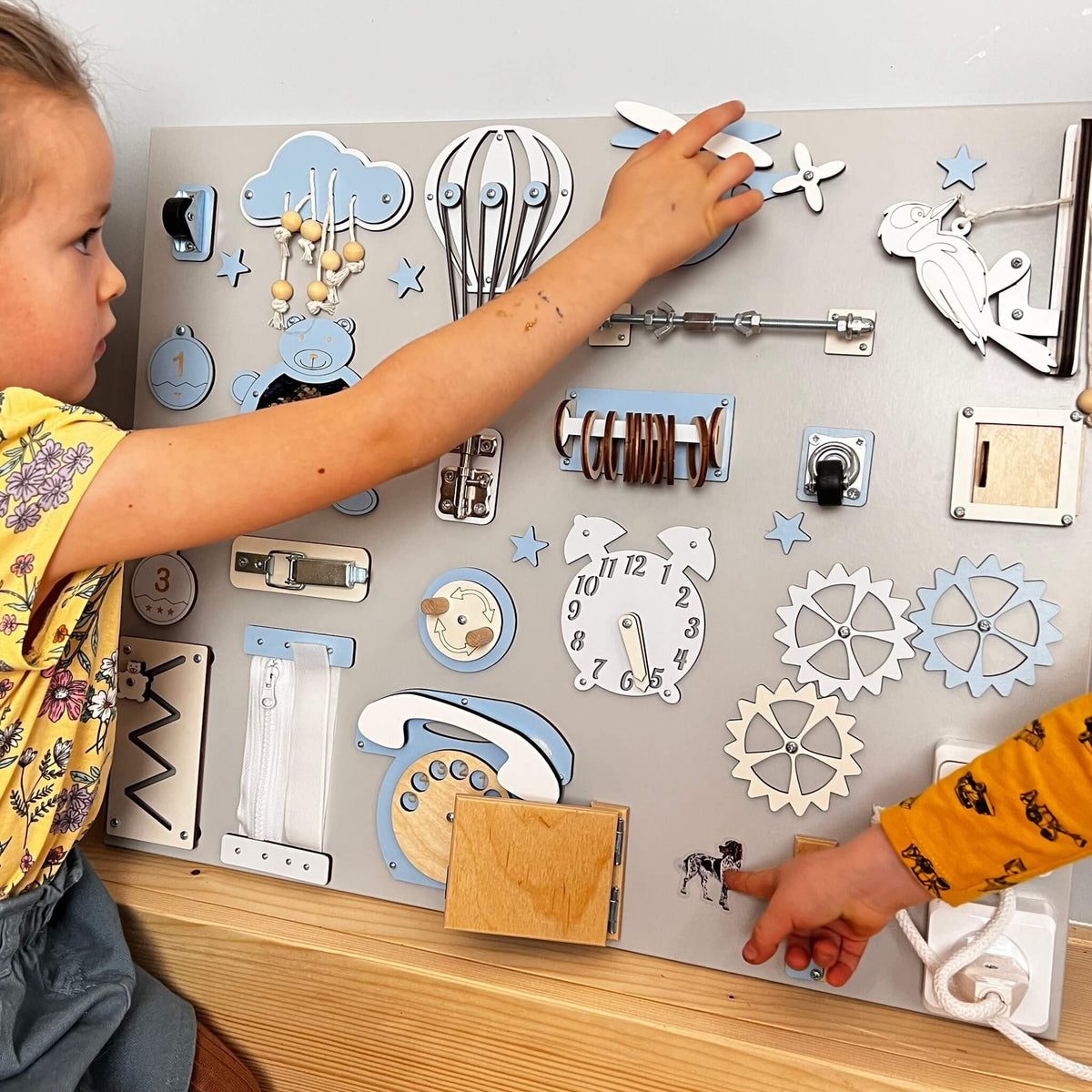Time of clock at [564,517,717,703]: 5:26
